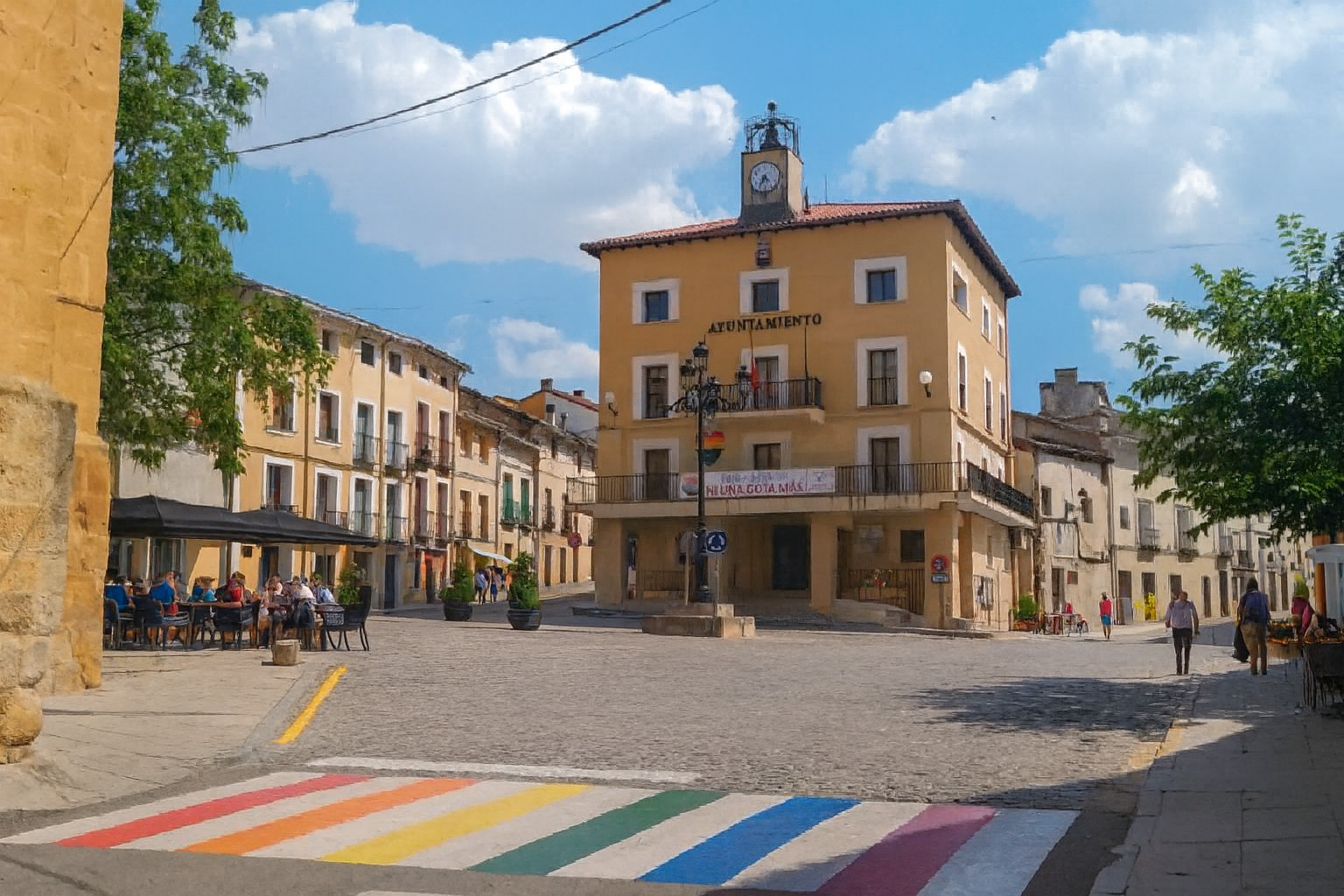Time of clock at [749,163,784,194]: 4:35
